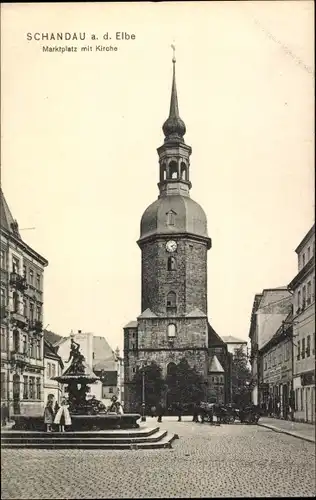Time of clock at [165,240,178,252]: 2:23
